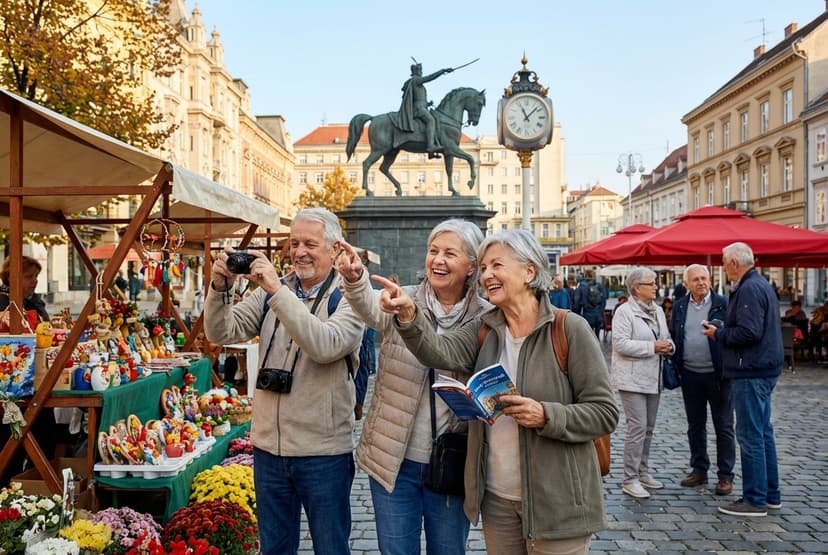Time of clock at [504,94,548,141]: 11:07
